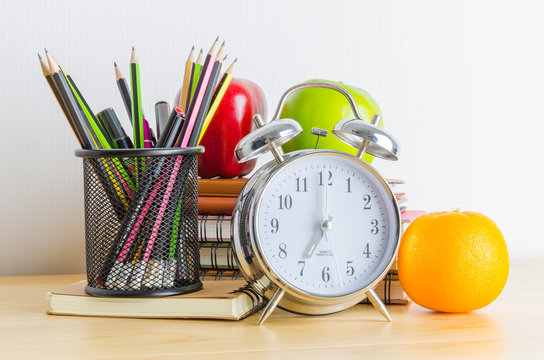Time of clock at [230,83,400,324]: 7:00
